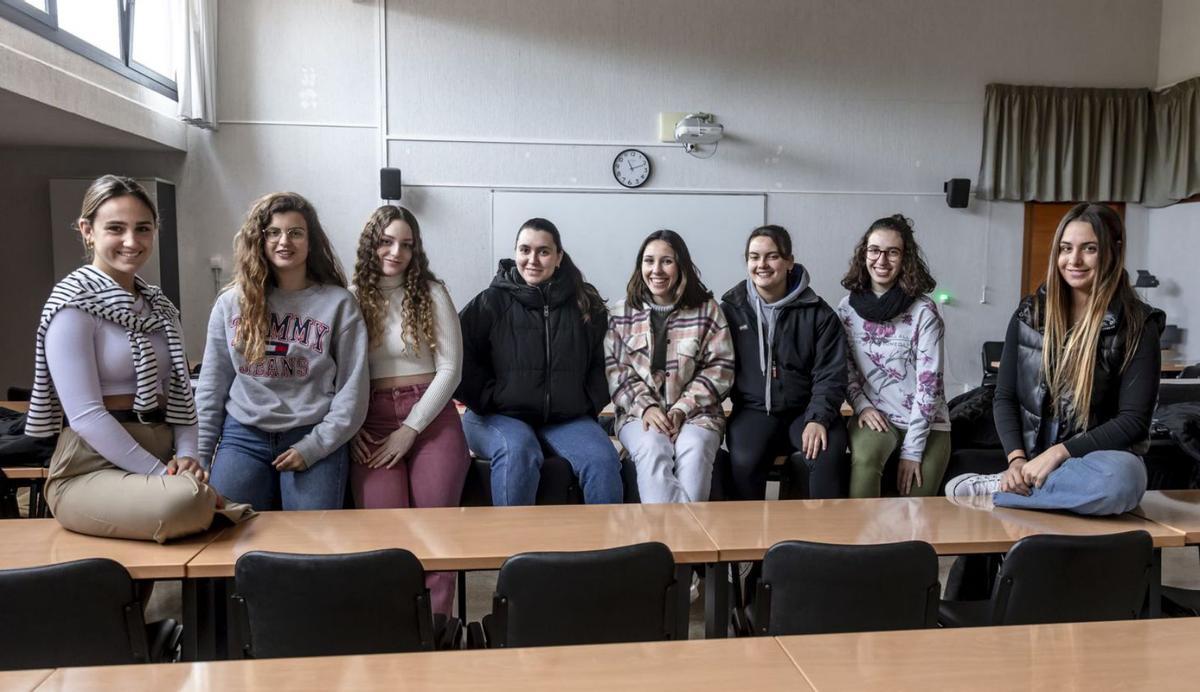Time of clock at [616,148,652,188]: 11:11
